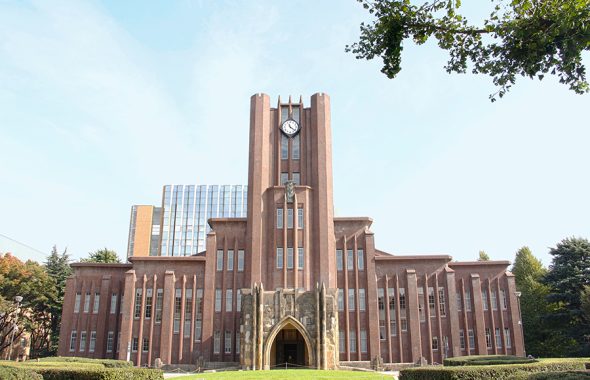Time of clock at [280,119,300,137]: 11:21
